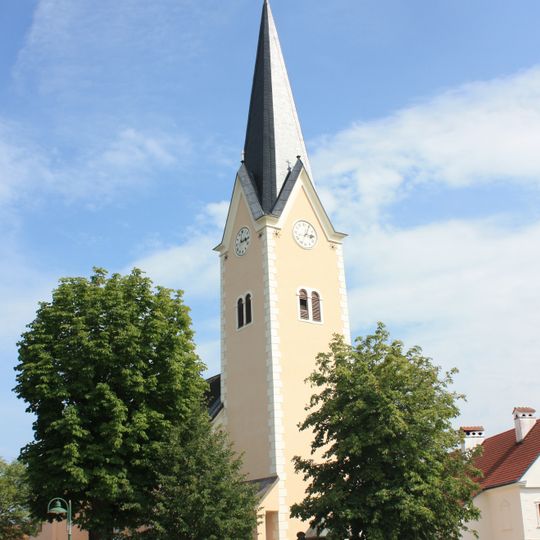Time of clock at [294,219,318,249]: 3:04
